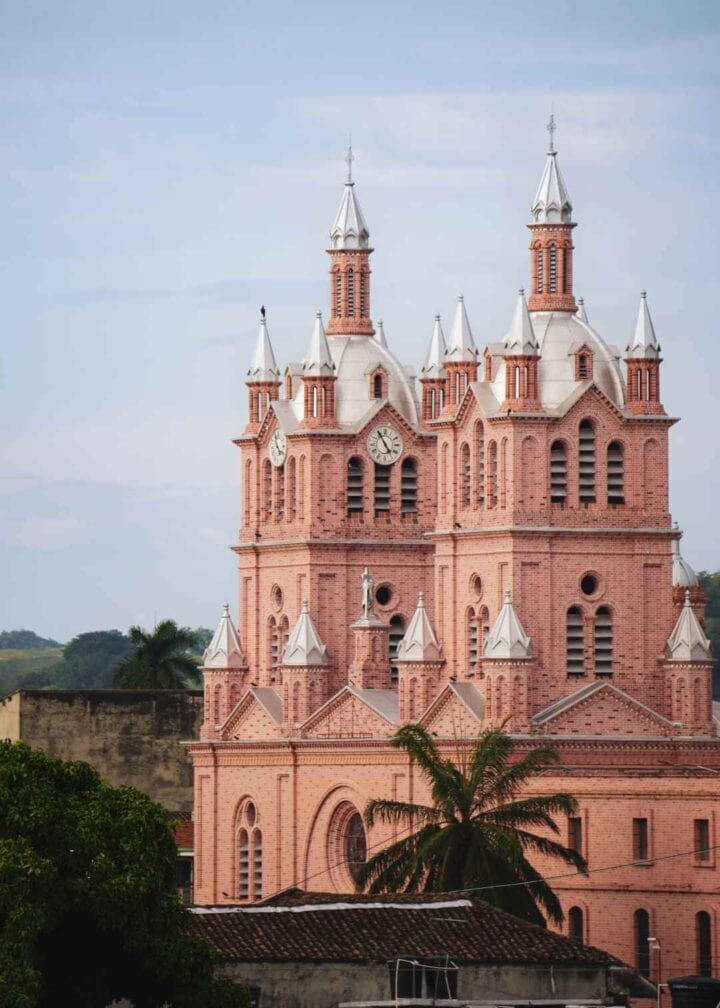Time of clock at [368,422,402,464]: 4:54
